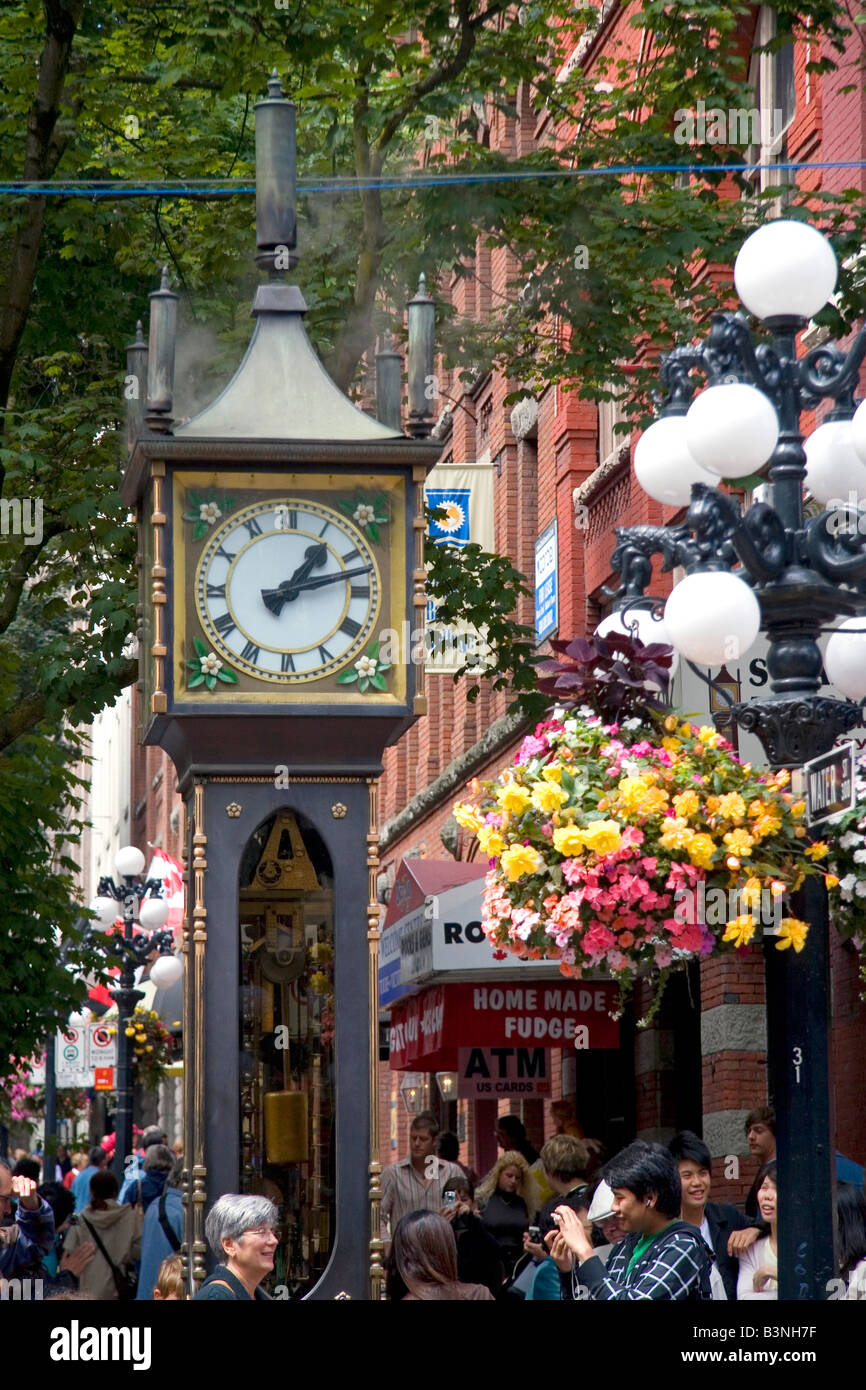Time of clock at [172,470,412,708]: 1:12
